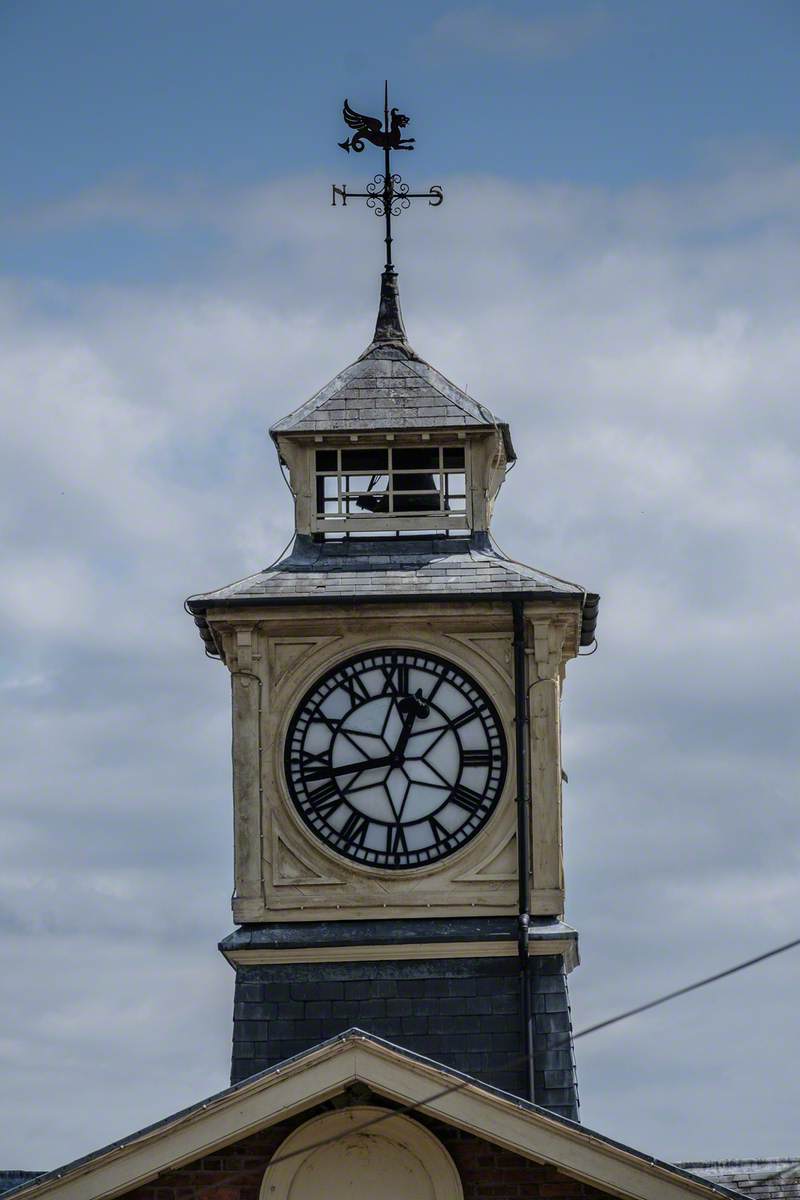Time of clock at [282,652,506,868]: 12:42
